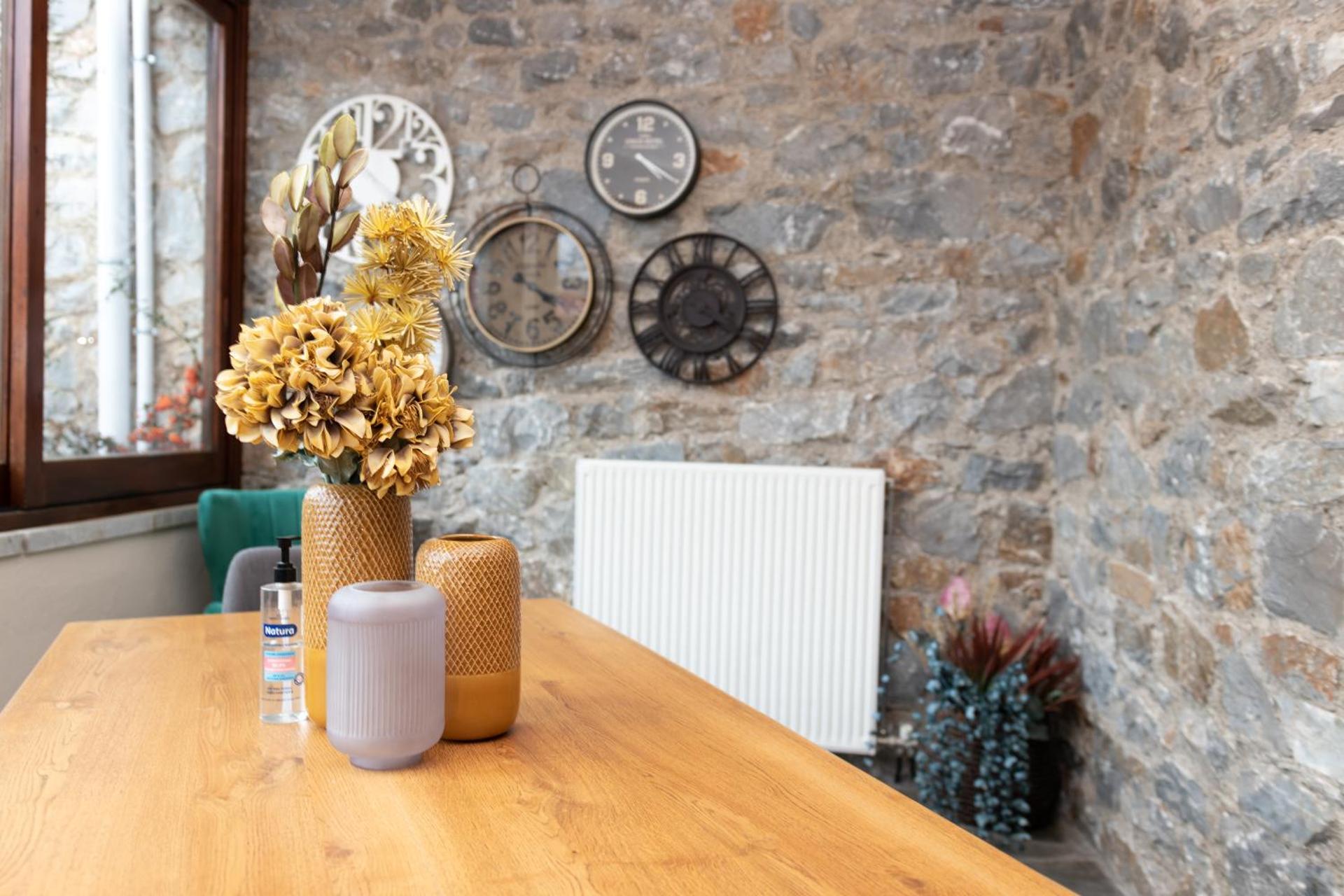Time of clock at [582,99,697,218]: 4:20
